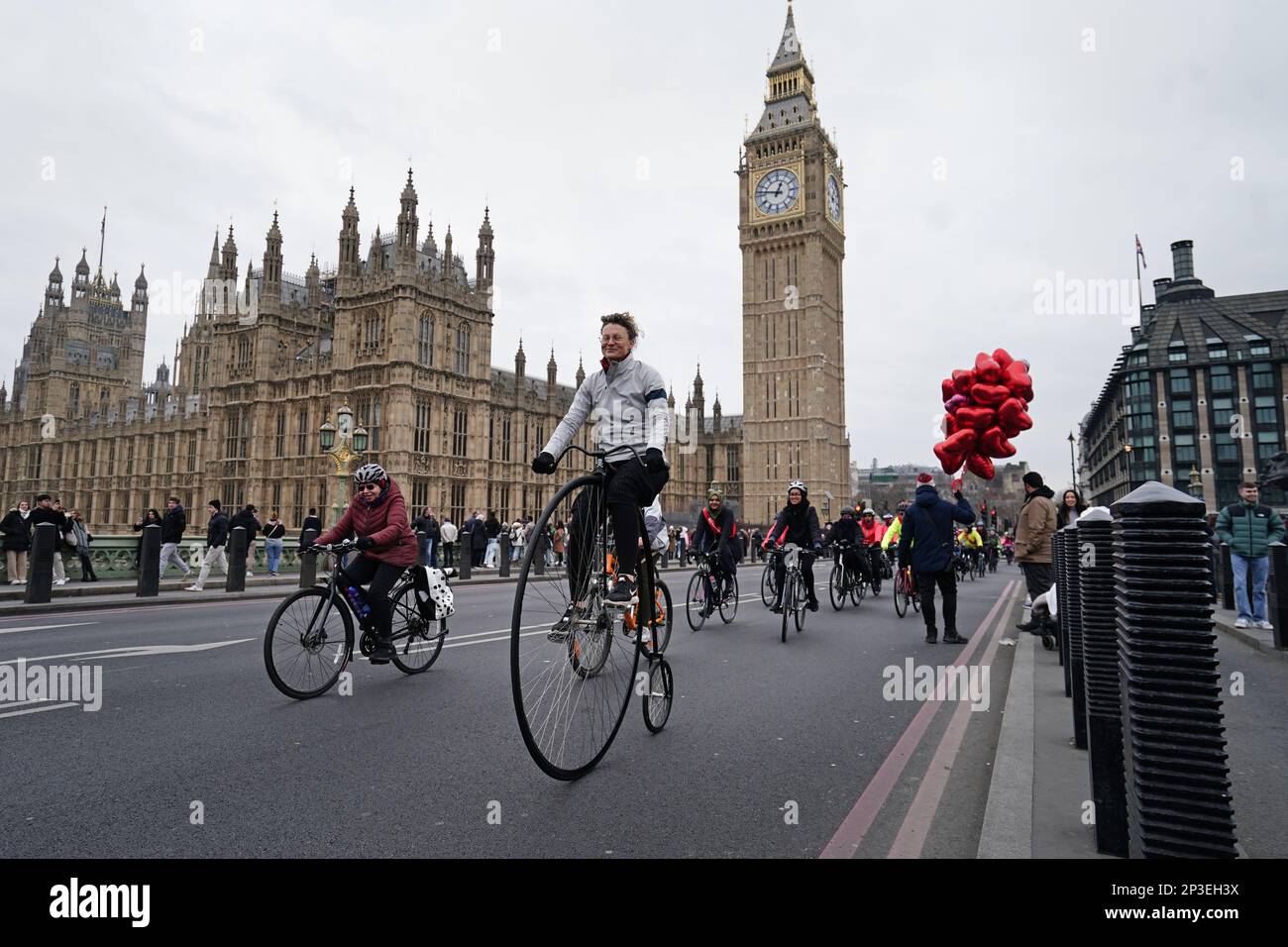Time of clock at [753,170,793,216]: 12:47
